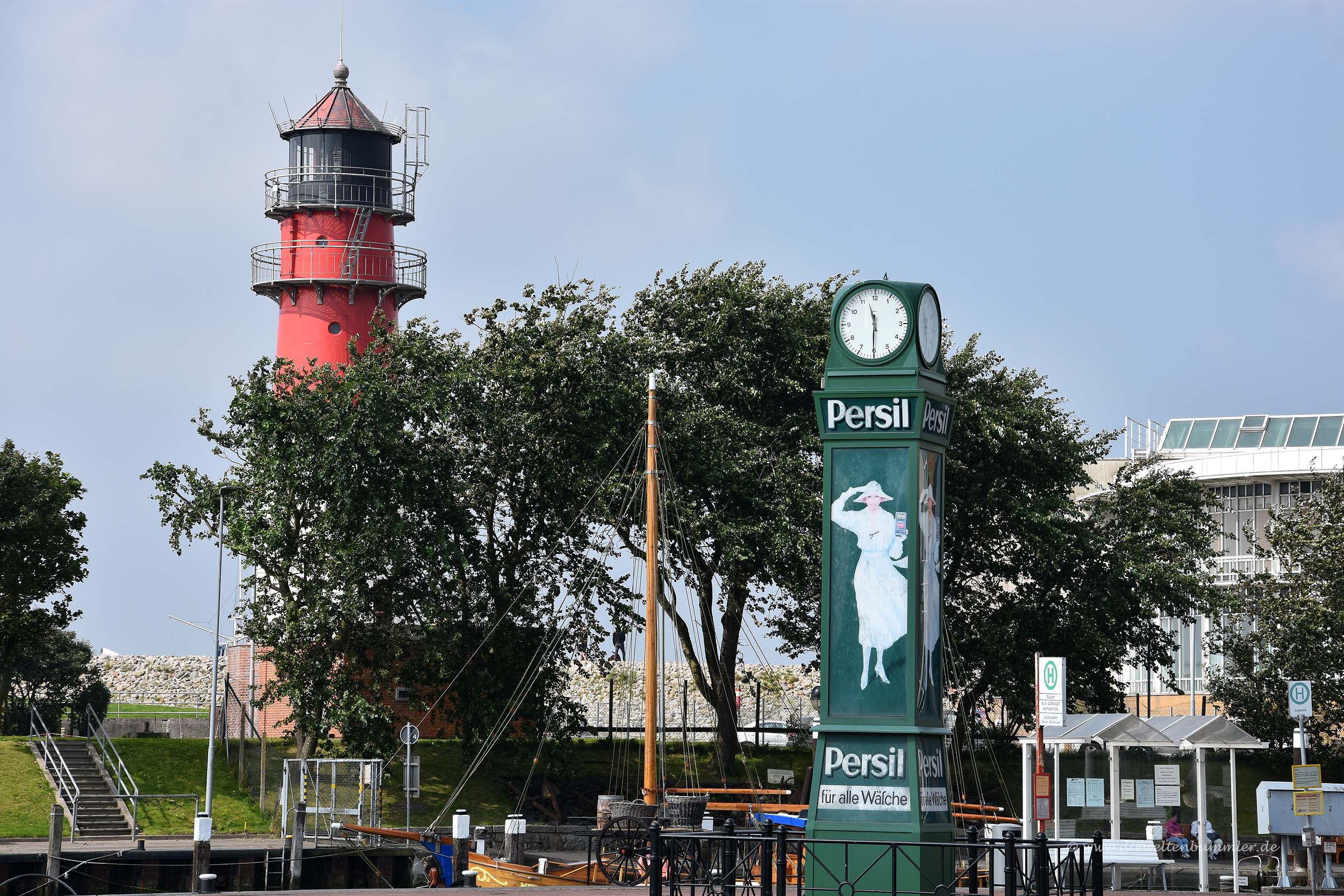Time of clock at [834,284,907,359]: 11:30
